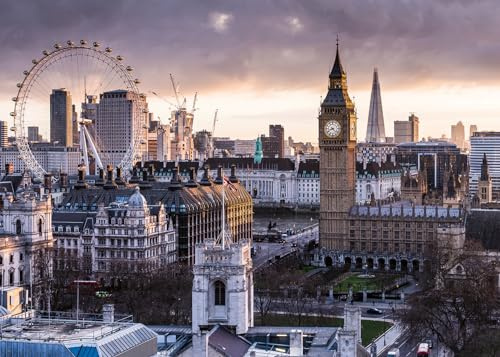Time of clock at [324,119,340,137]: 8:22
